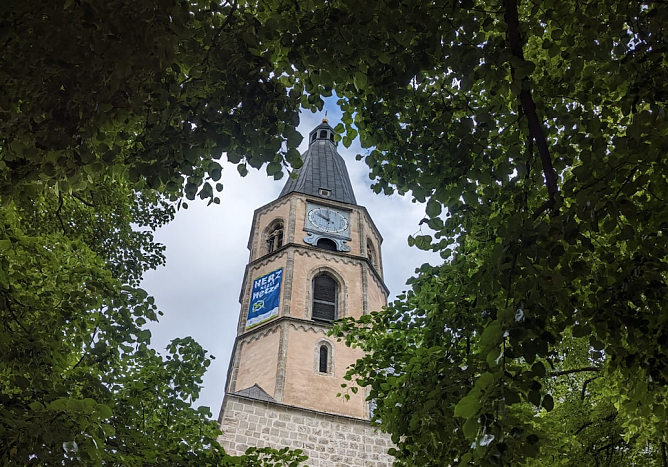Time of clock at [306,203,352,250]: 9:59
